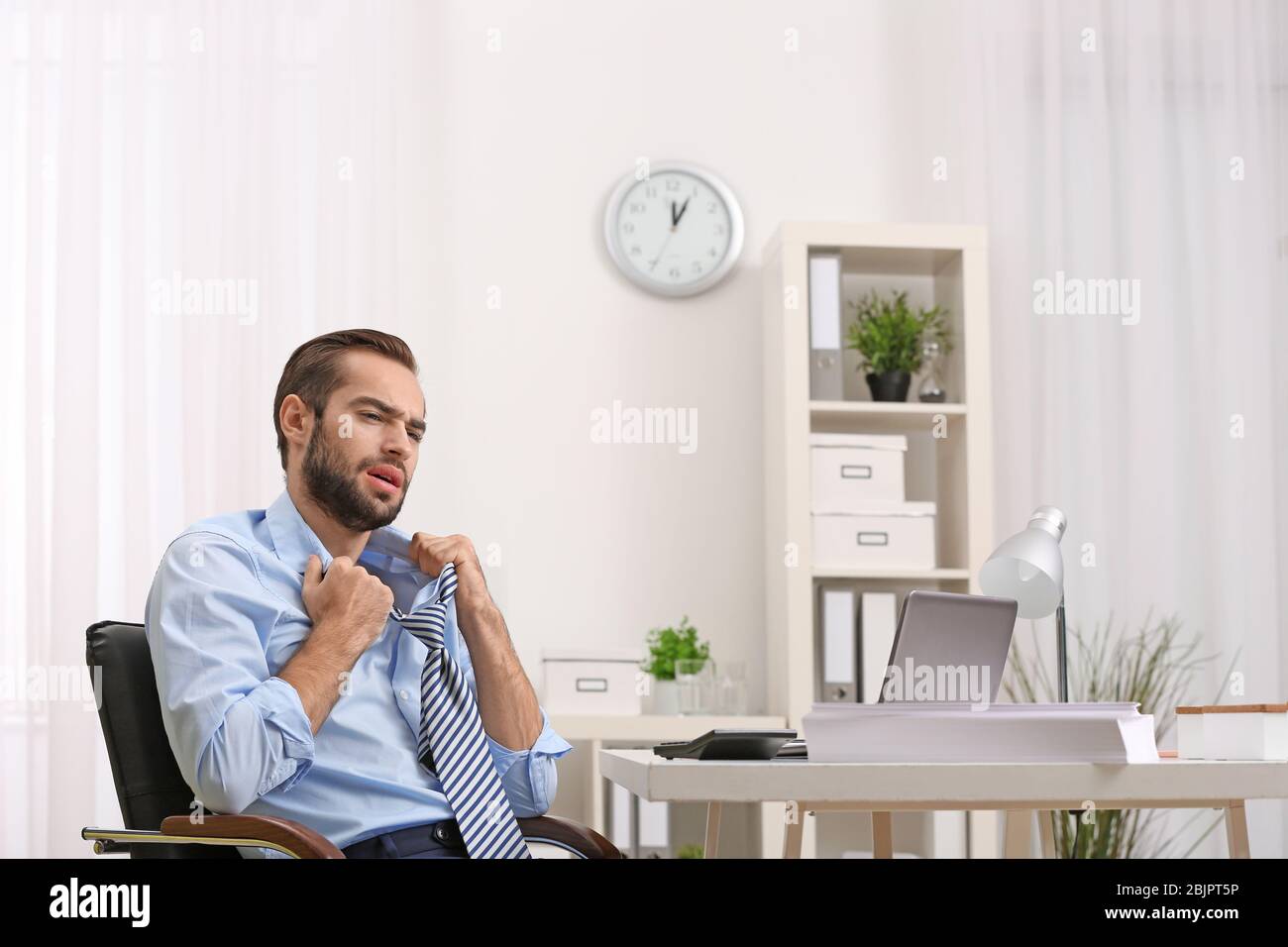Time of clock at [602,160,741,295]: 12:04
